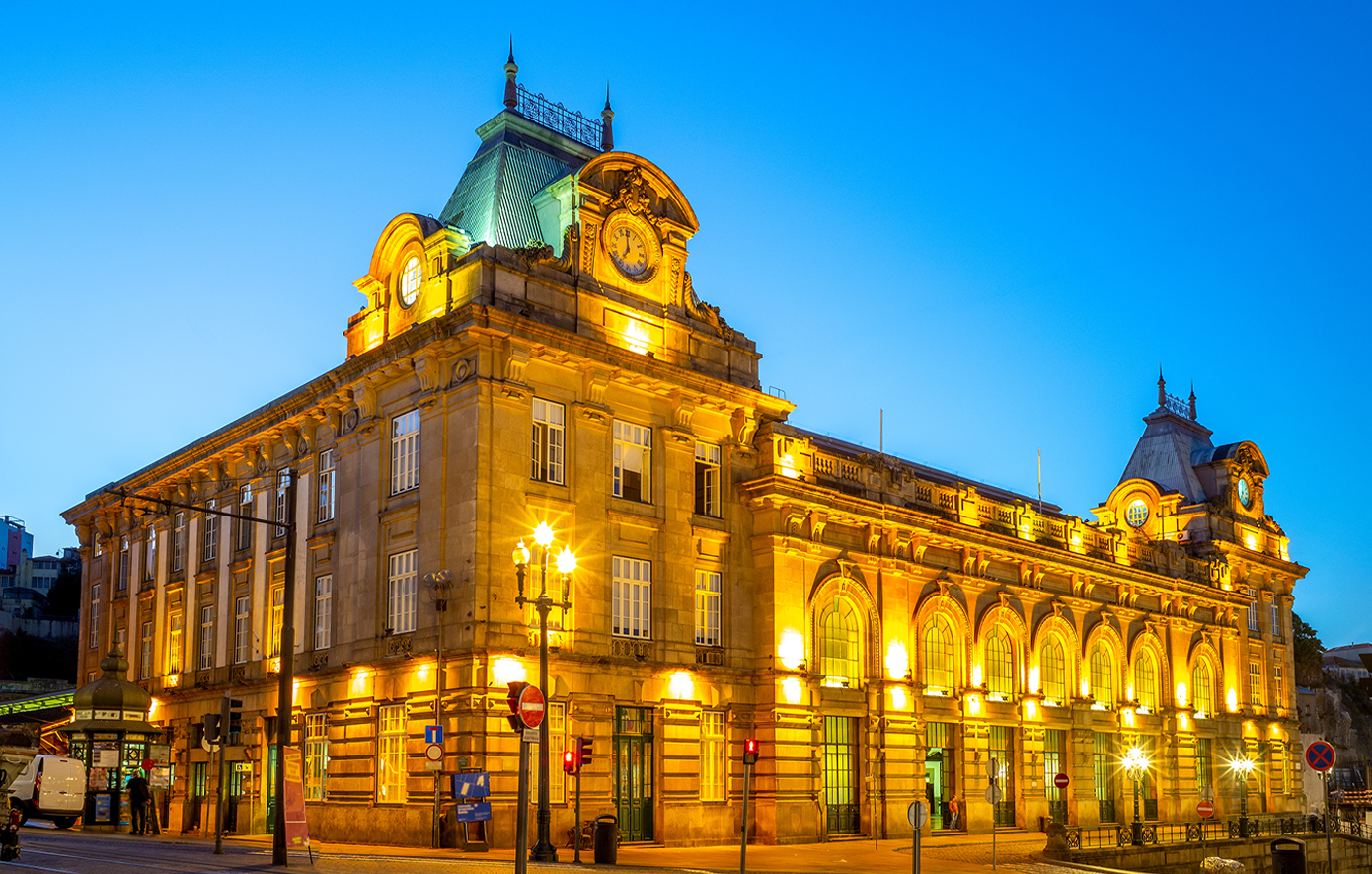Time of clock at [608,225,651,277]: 6:59
